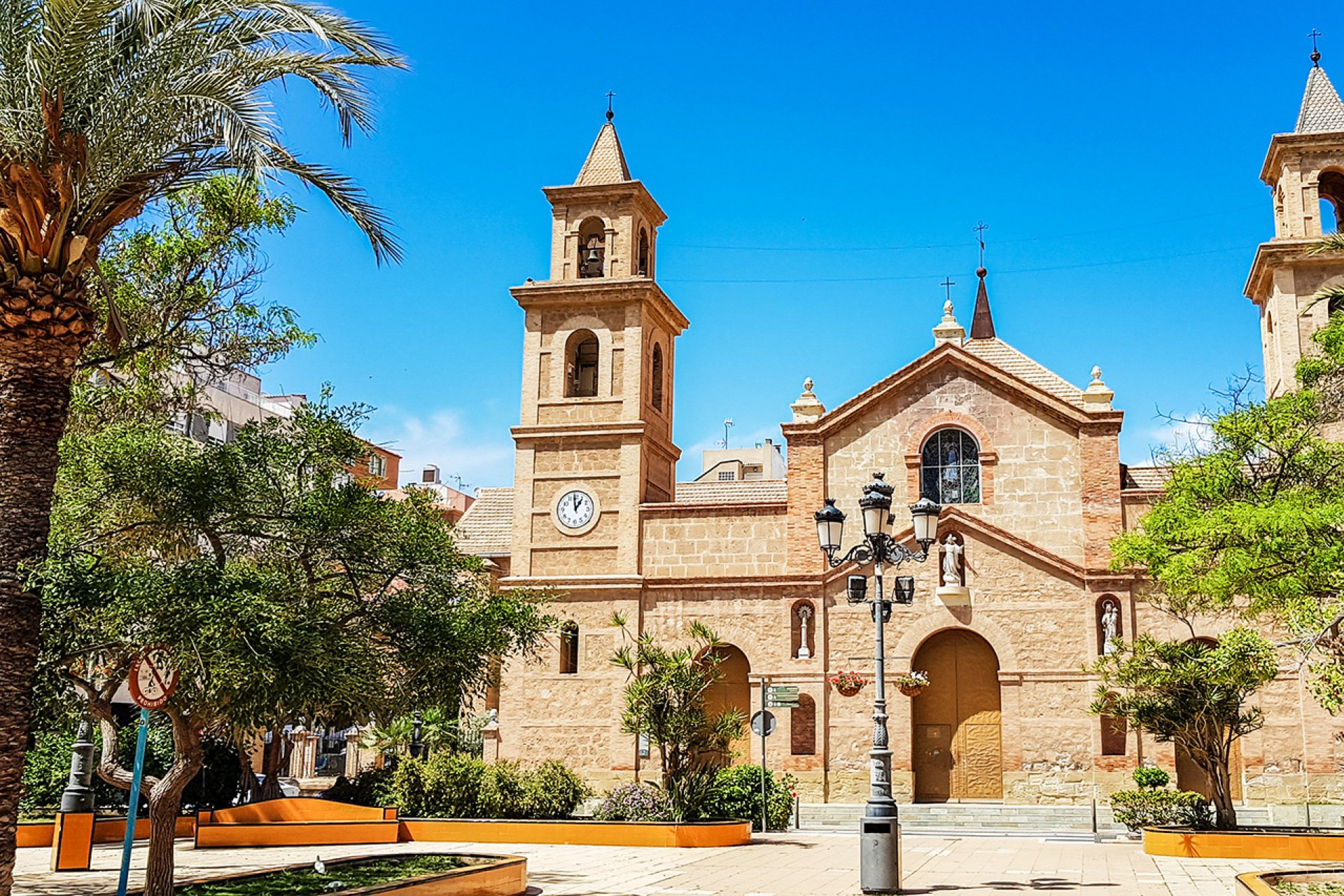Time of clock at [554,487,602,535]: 12:58
